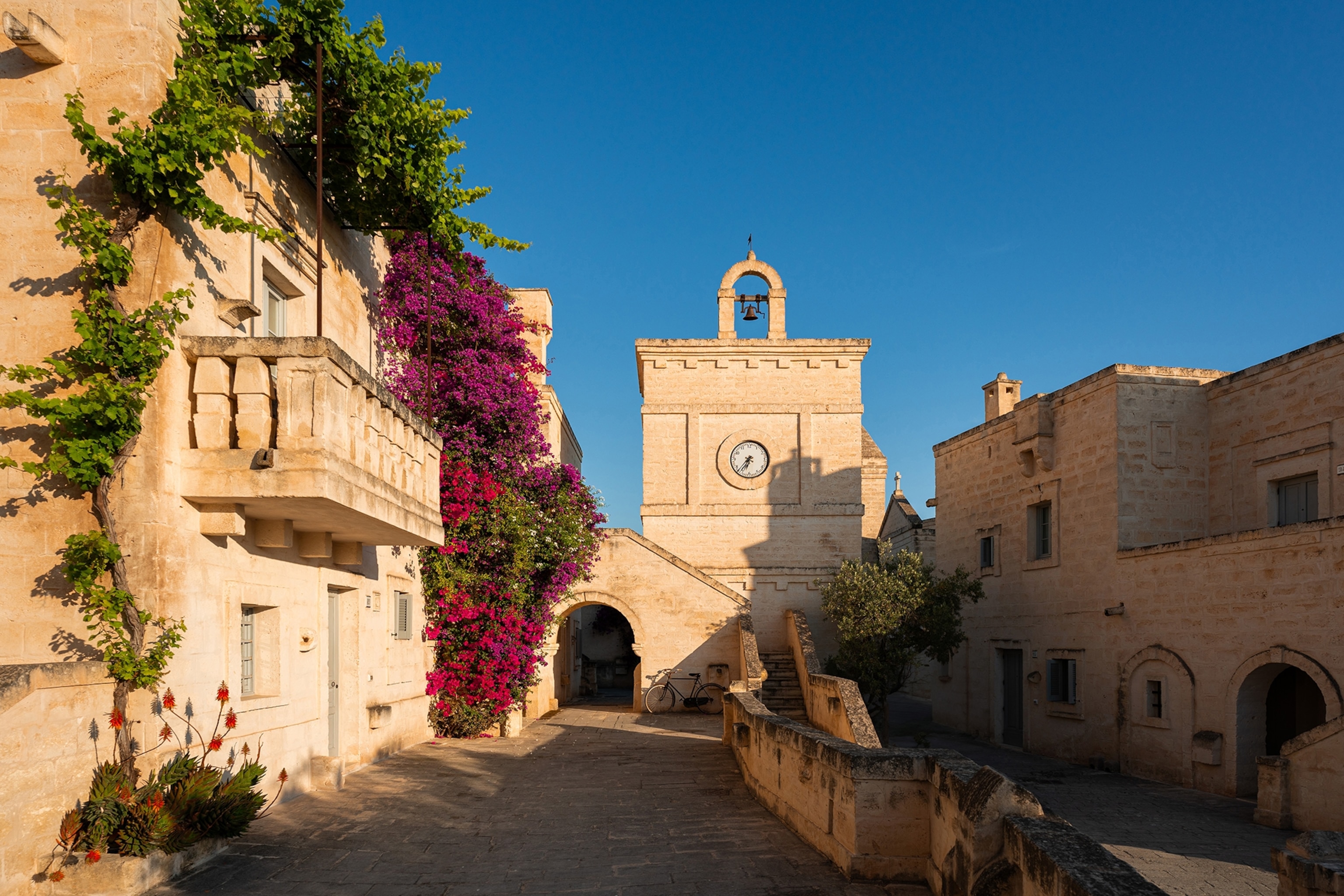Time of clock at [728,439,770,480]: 6:36
